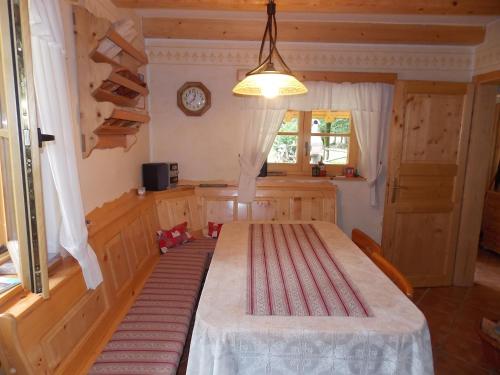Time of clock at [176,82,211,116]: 12:37
